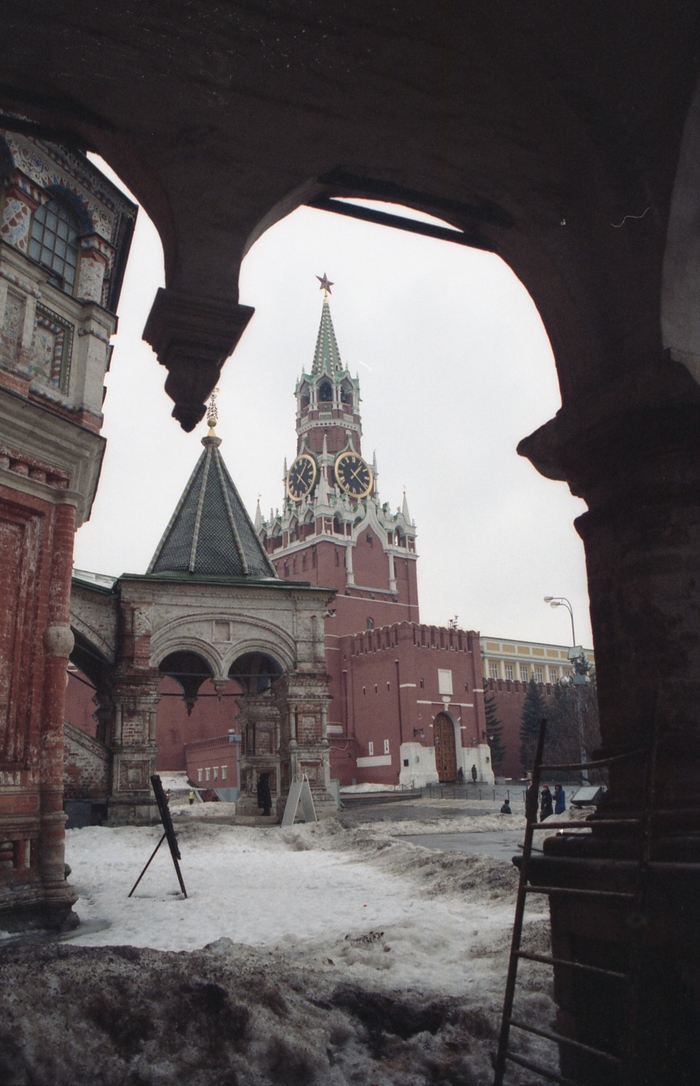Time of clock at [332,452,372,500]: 1:22
